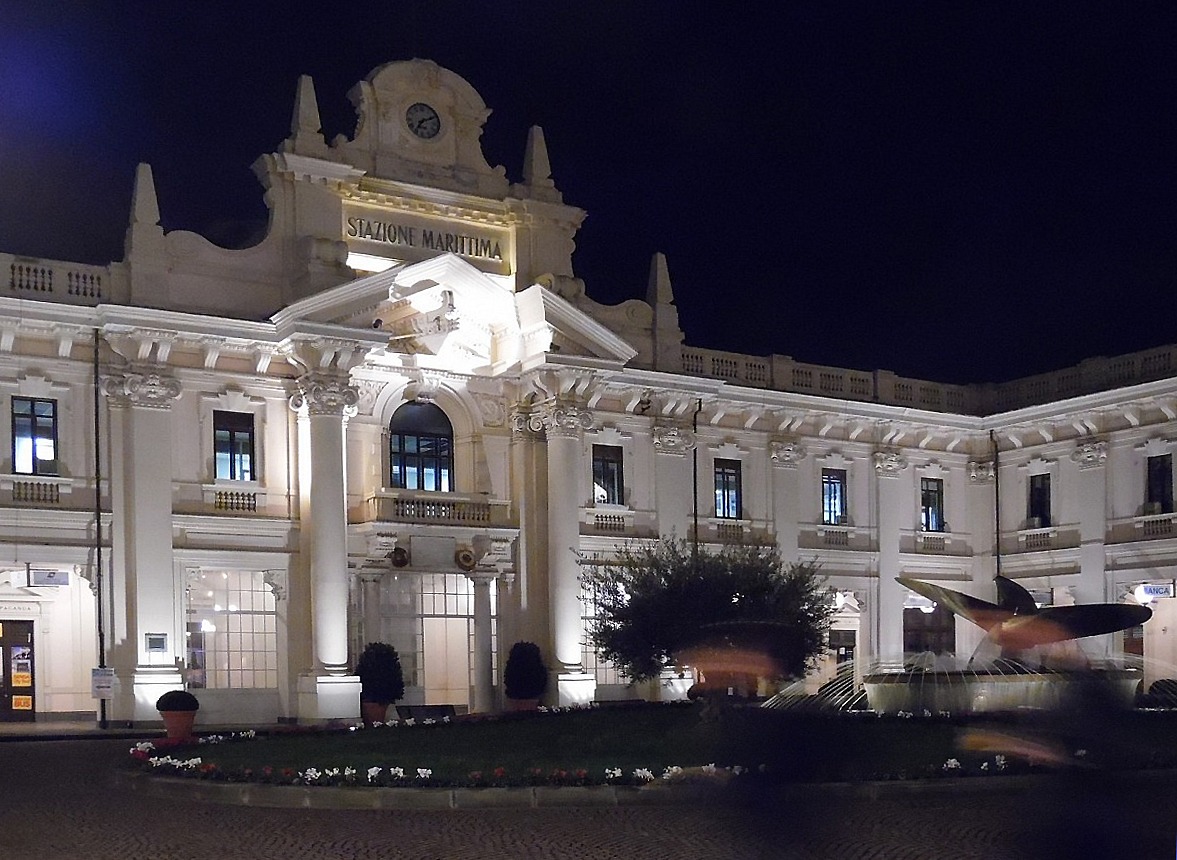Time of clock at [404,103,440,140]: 7:11
